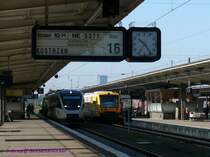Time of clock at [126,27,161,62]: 10:24
